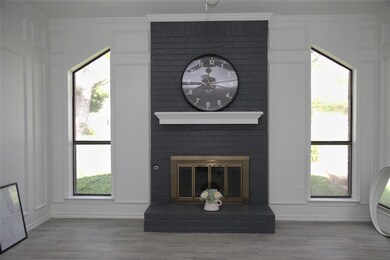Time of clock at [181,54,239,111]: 11:44
